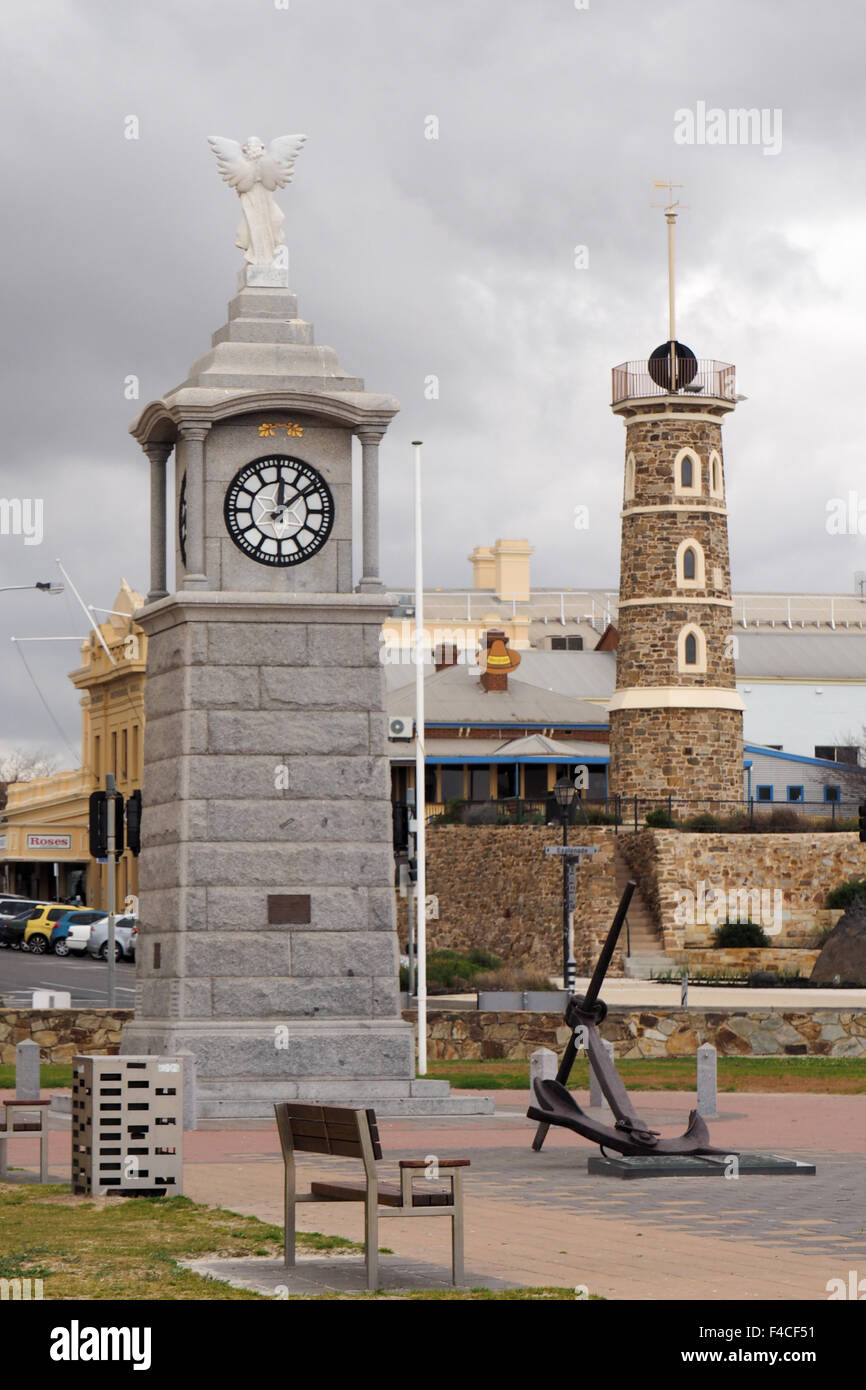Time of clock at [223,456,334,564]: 12:08
